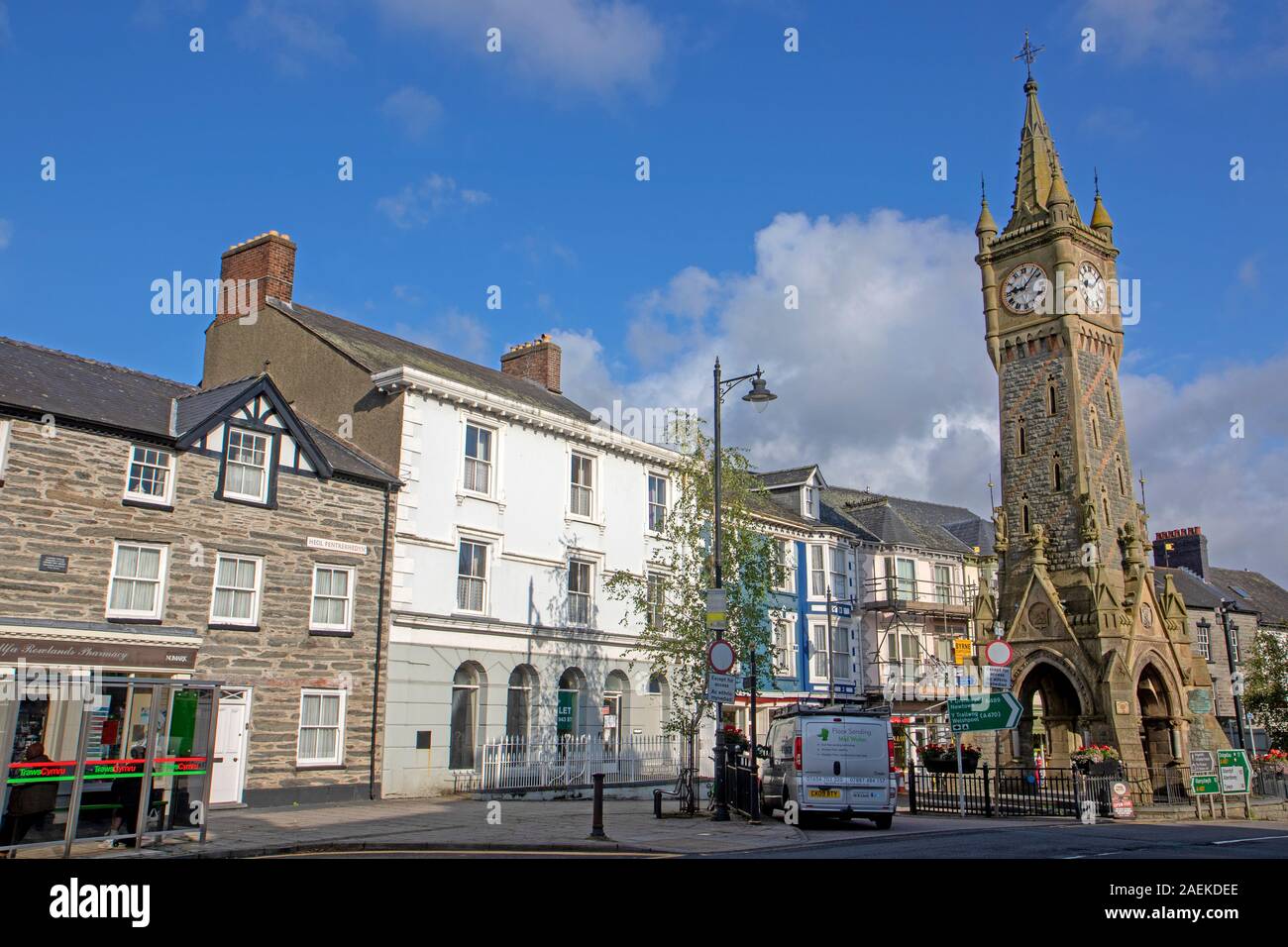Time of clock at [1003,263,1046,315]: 9:07
